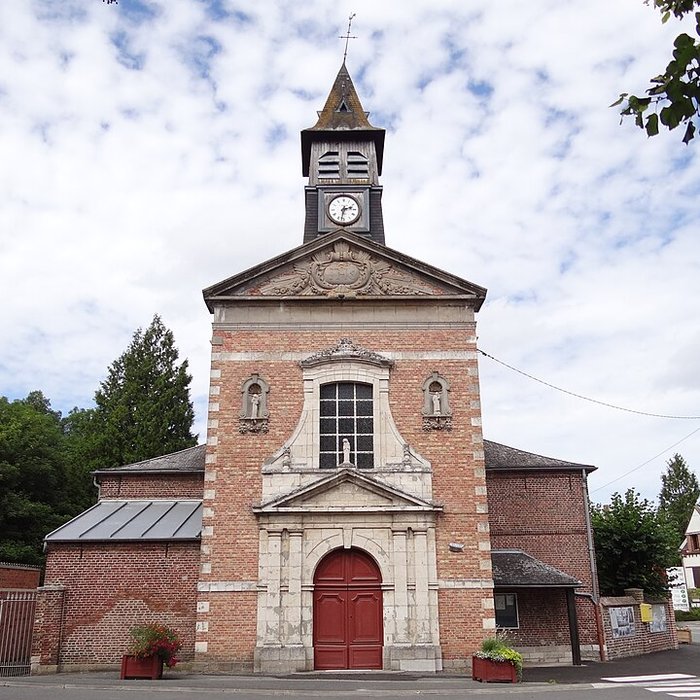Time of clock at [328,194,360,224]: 2:32
